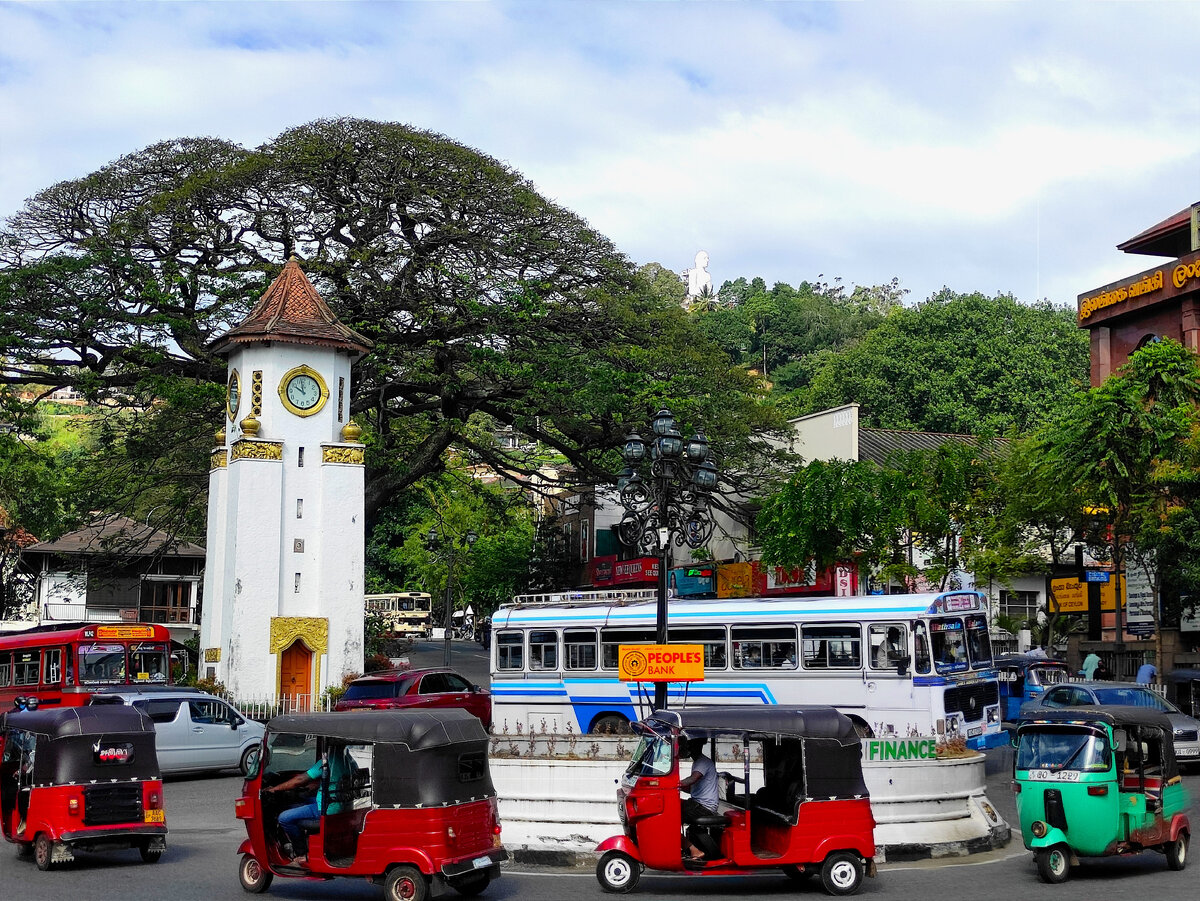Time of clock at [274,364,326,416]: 9:58
